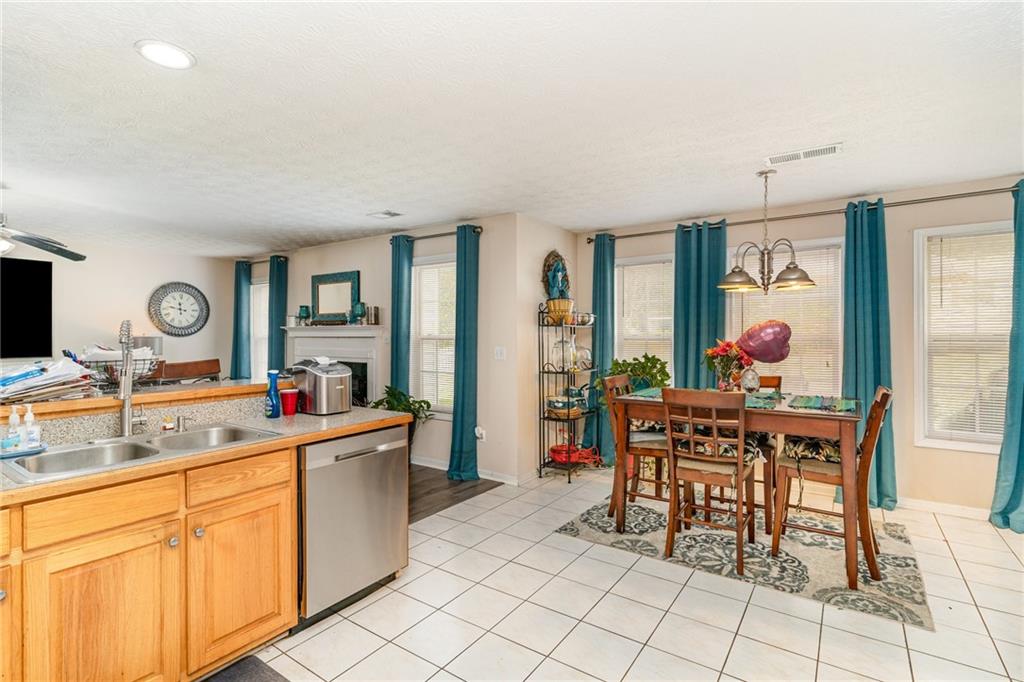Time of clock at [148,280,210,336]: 11:47
